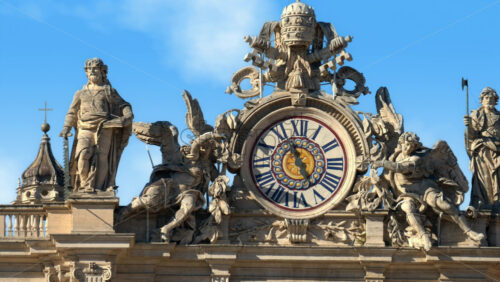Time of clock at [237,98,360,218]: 11:25
